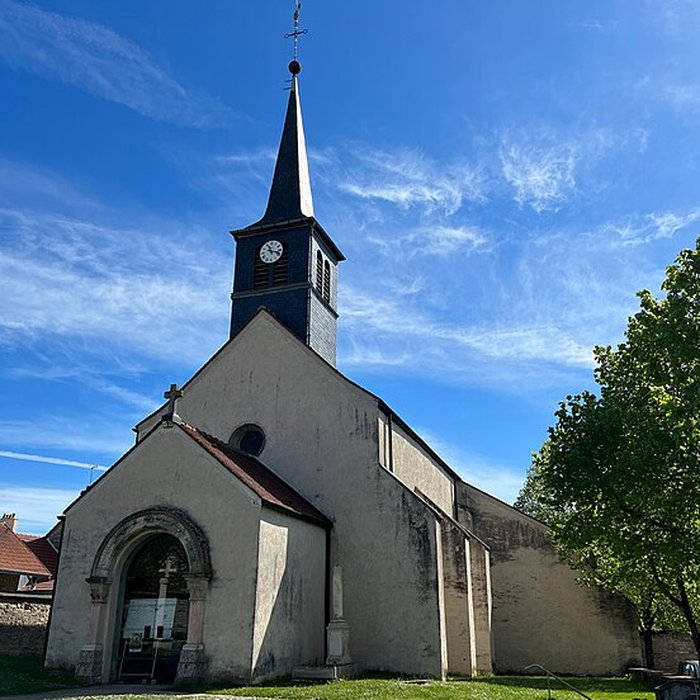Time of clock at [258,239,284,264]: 11:17
